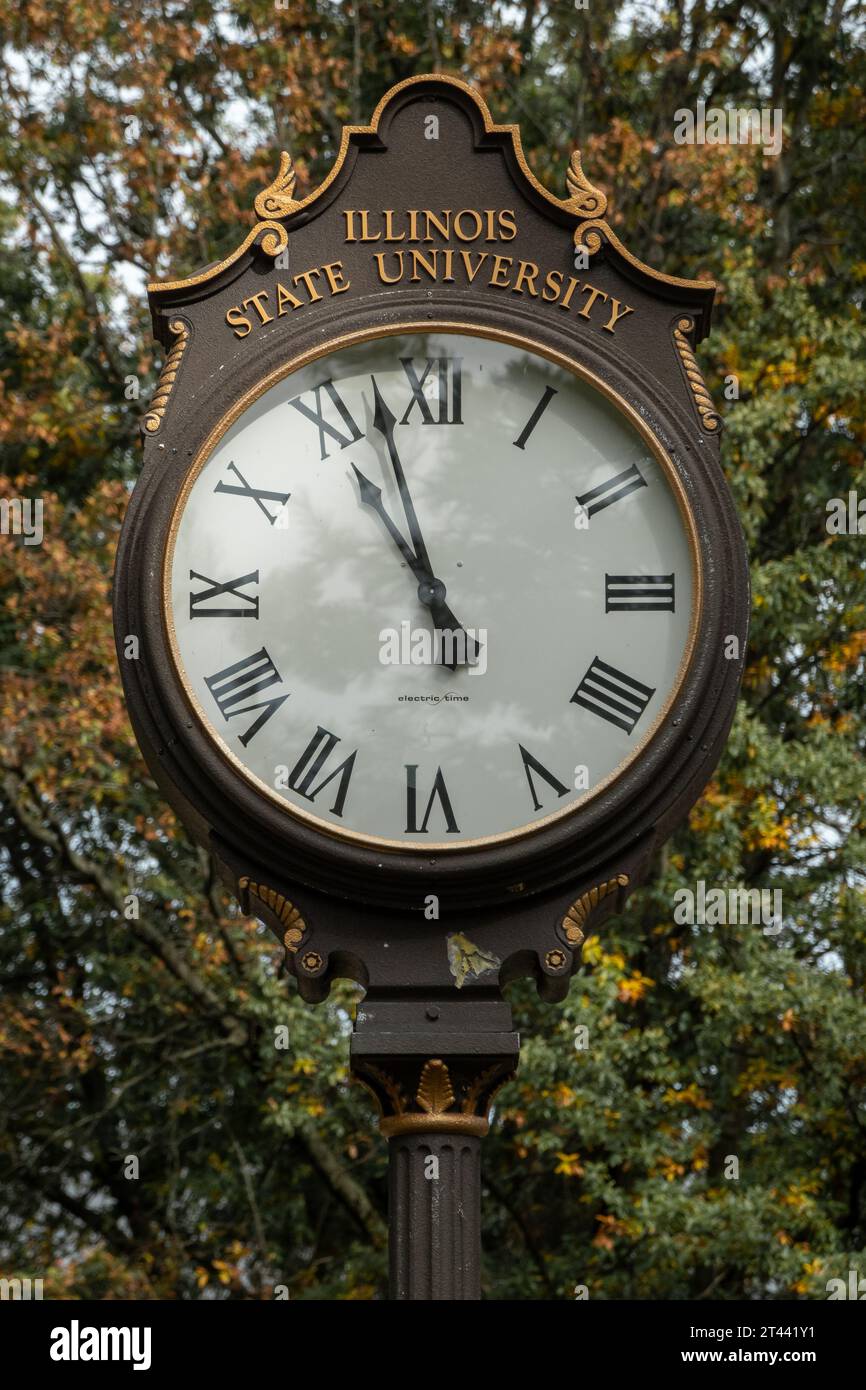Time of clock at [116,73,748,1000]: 10:57
